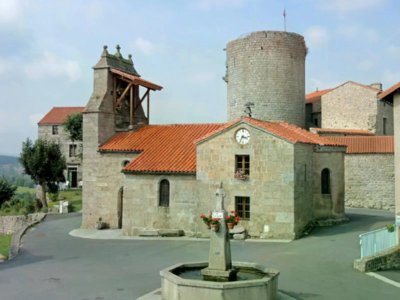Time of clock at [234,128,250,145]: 3:35
